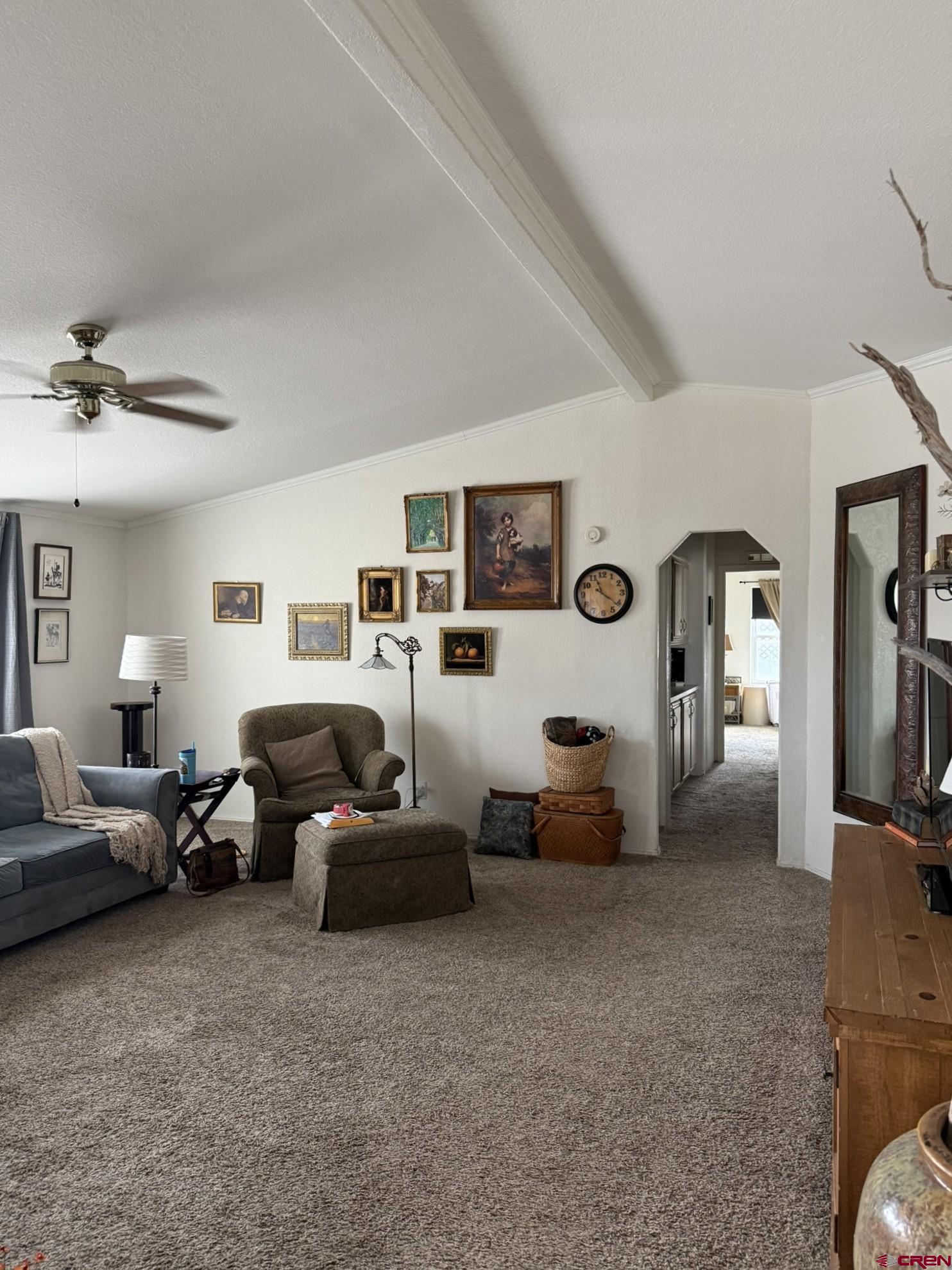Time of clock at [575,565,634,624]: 11:21
